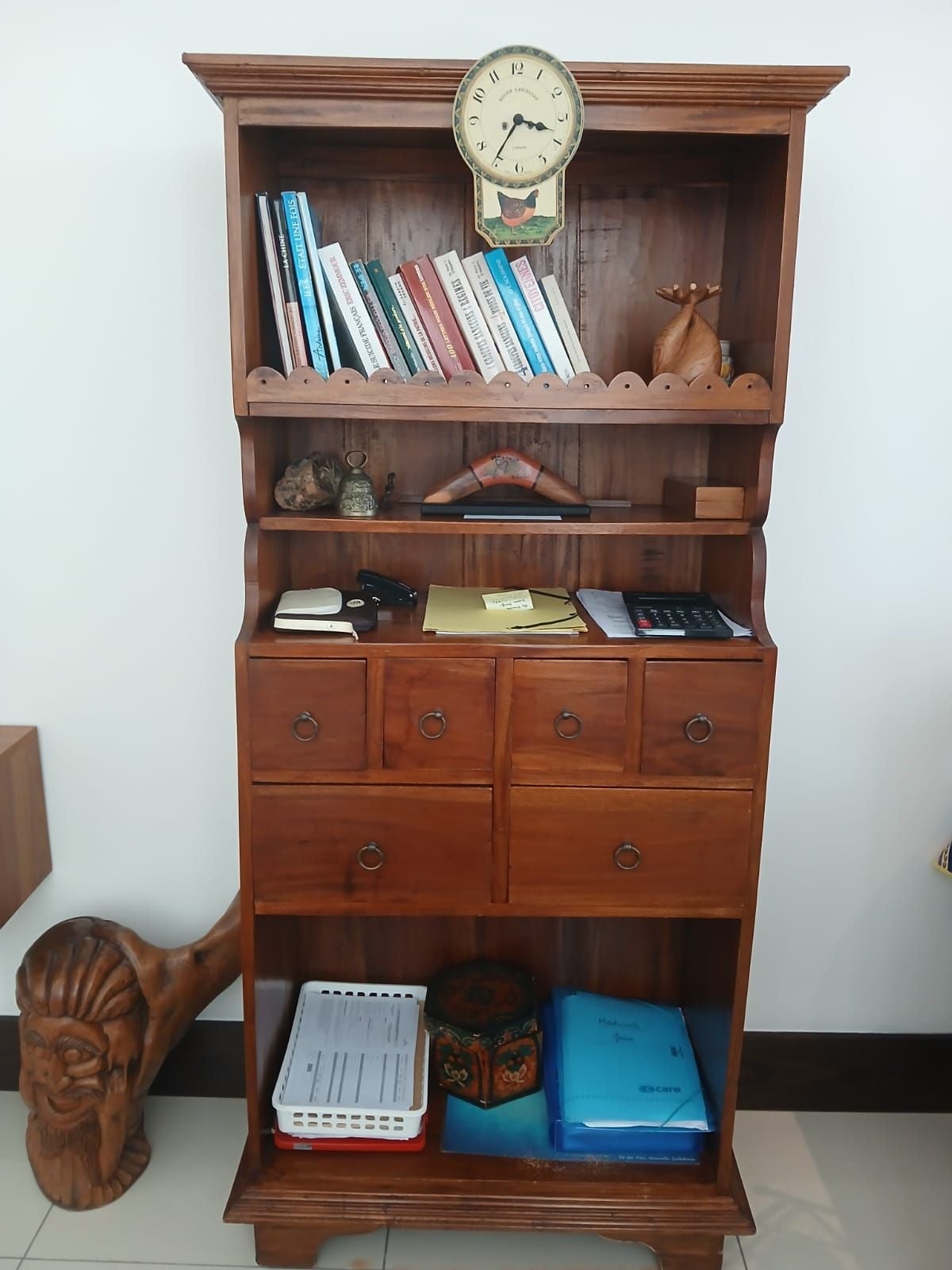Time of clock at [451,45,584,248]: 3:35
